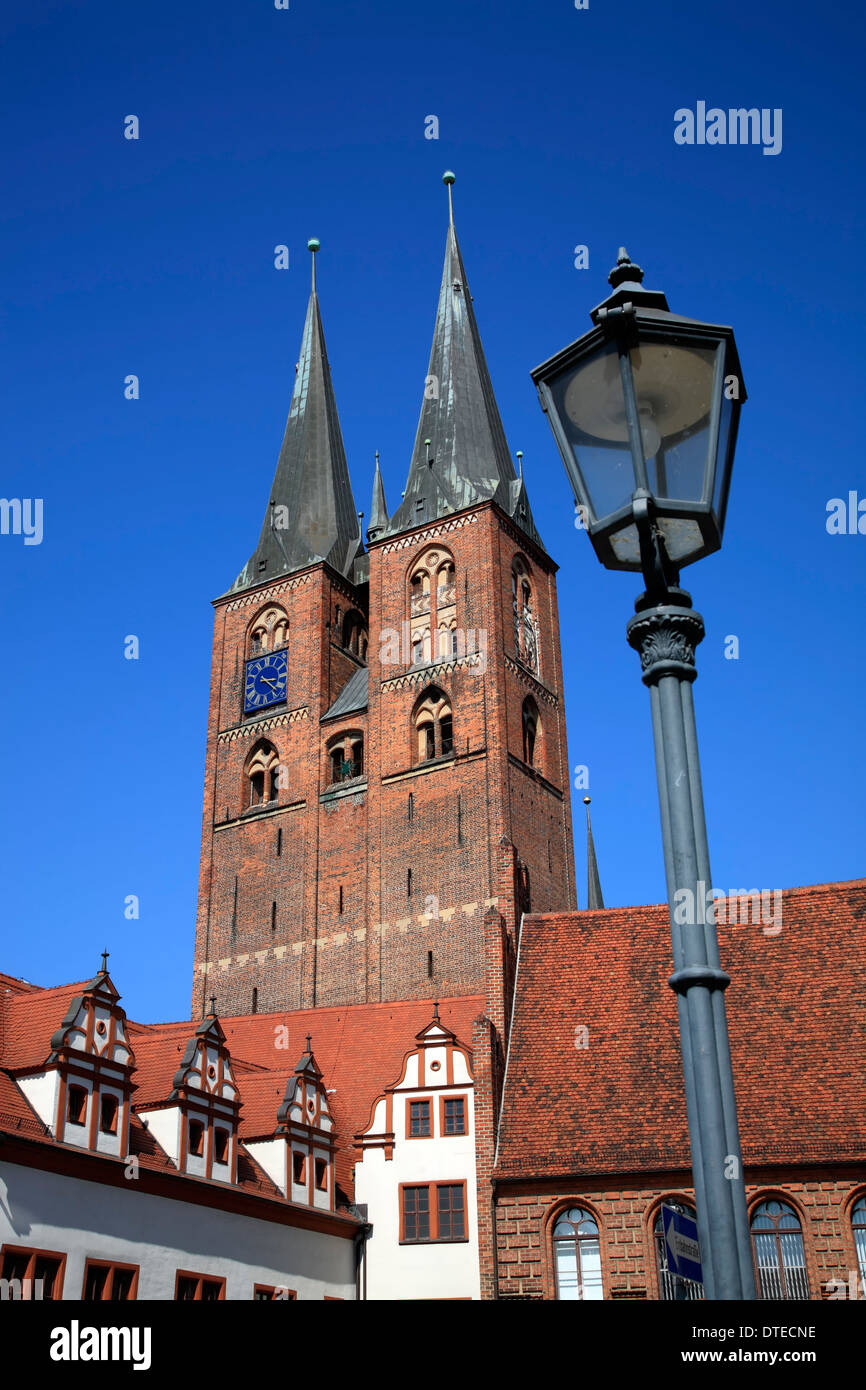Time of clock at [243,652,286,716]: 3:22
